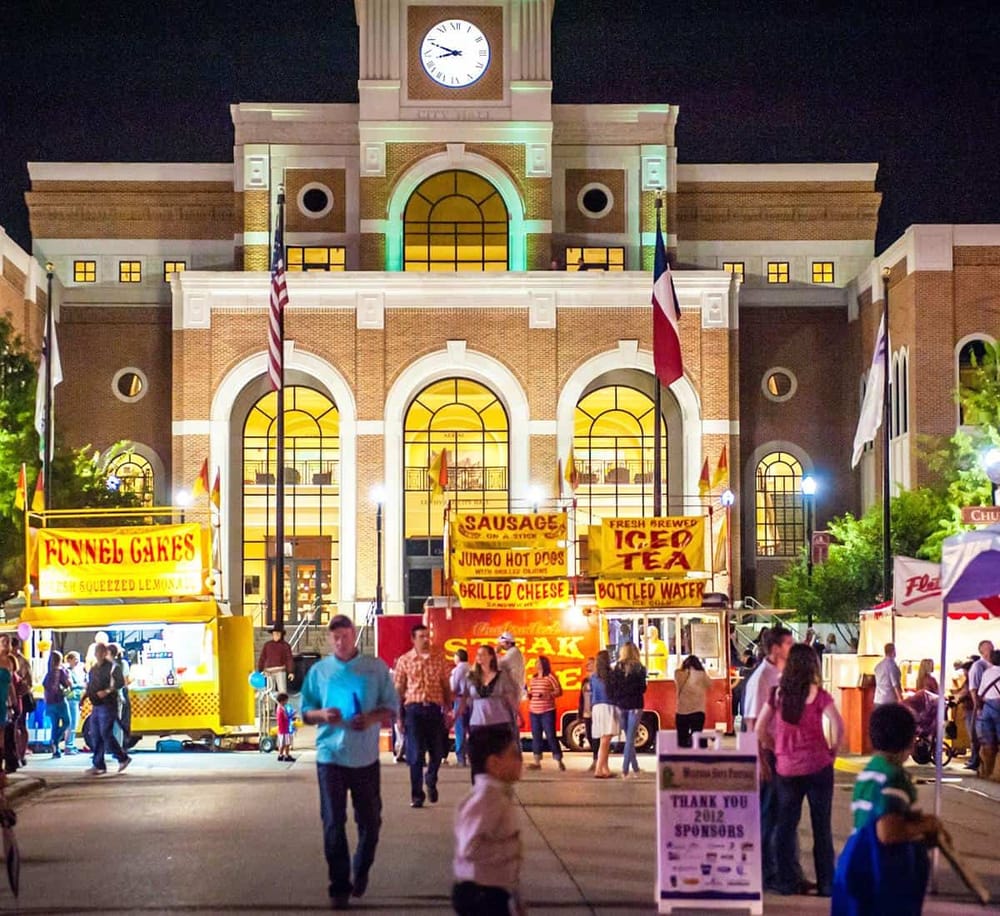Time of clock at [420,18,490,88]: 8:48
